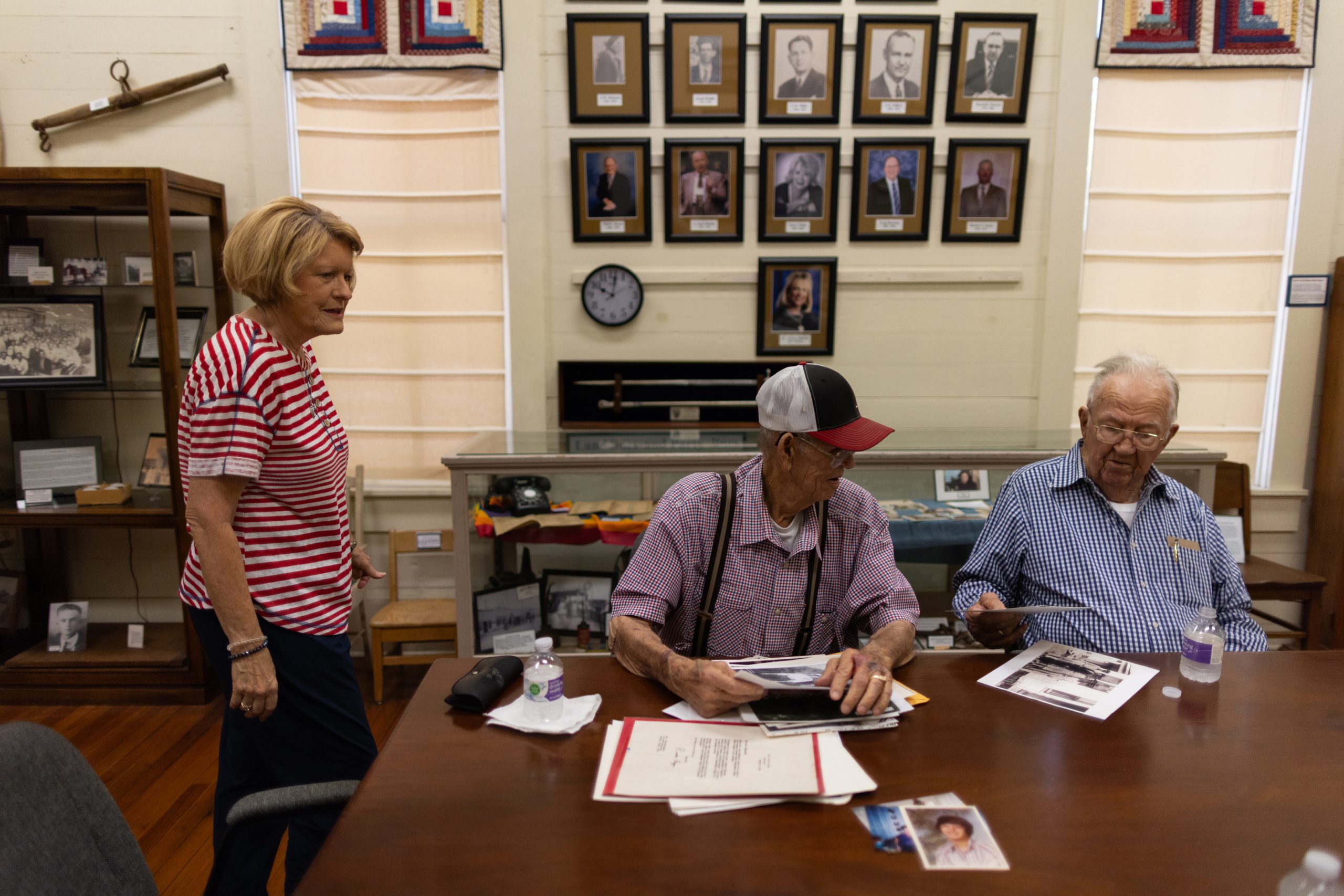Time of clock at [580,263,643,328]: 10:01
